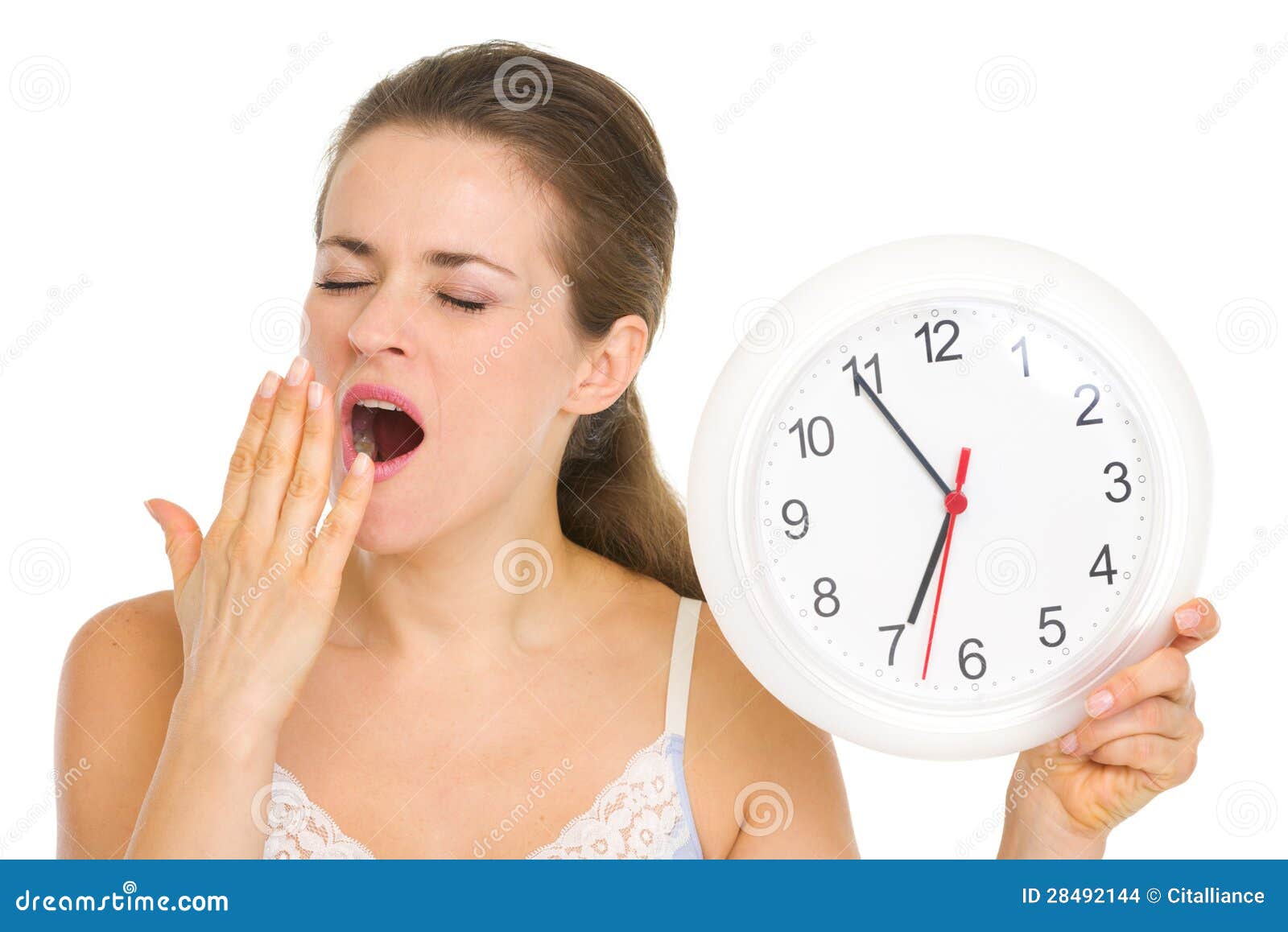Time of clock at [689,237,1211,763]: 6:54
